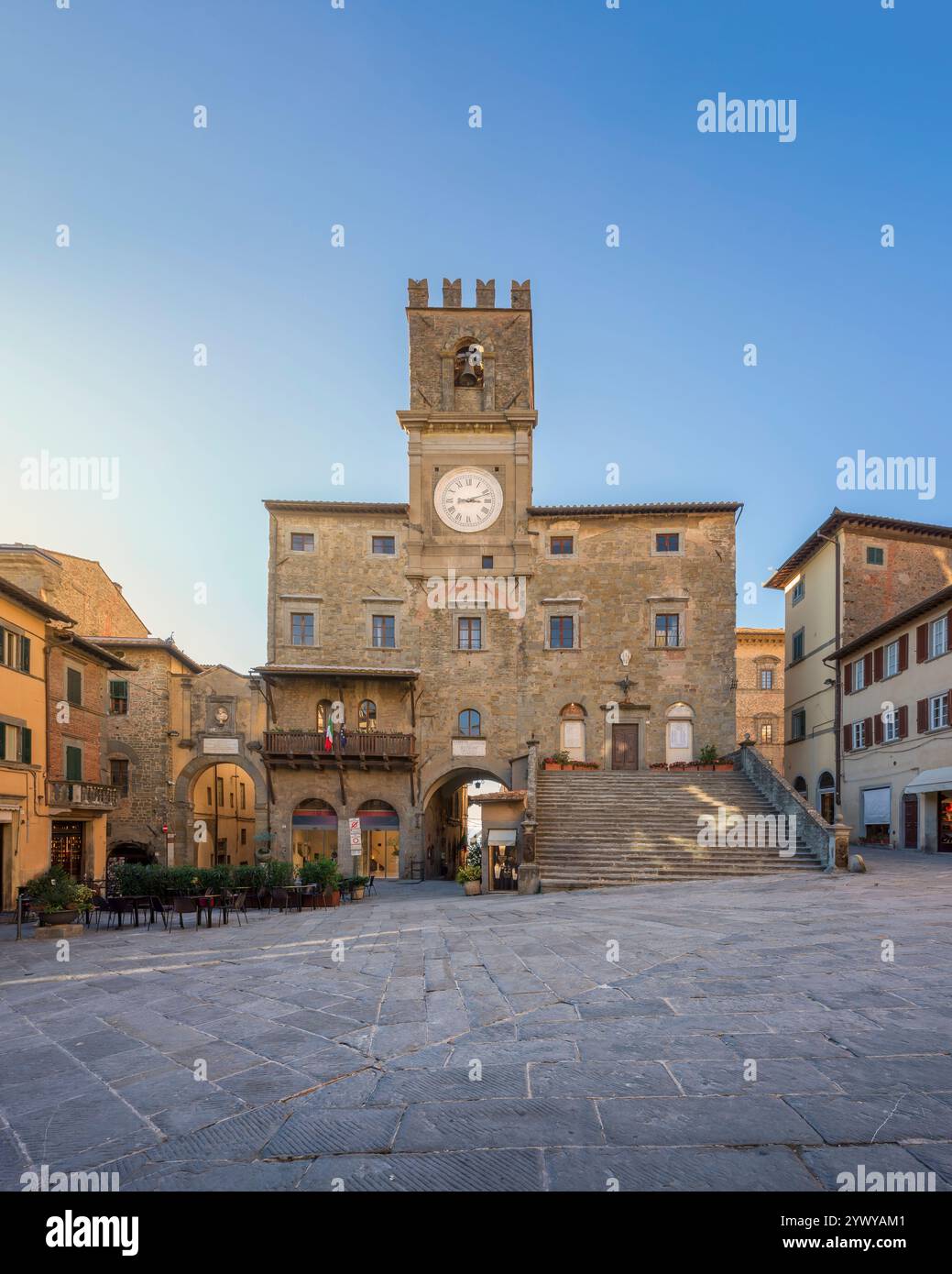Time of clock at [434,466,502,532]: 3:11
